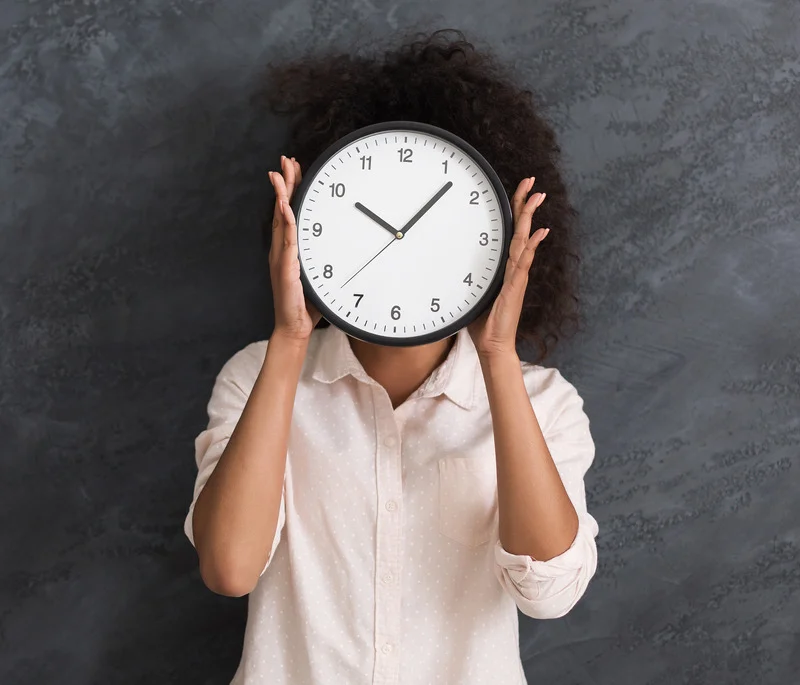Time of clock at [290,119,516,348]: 10:07
